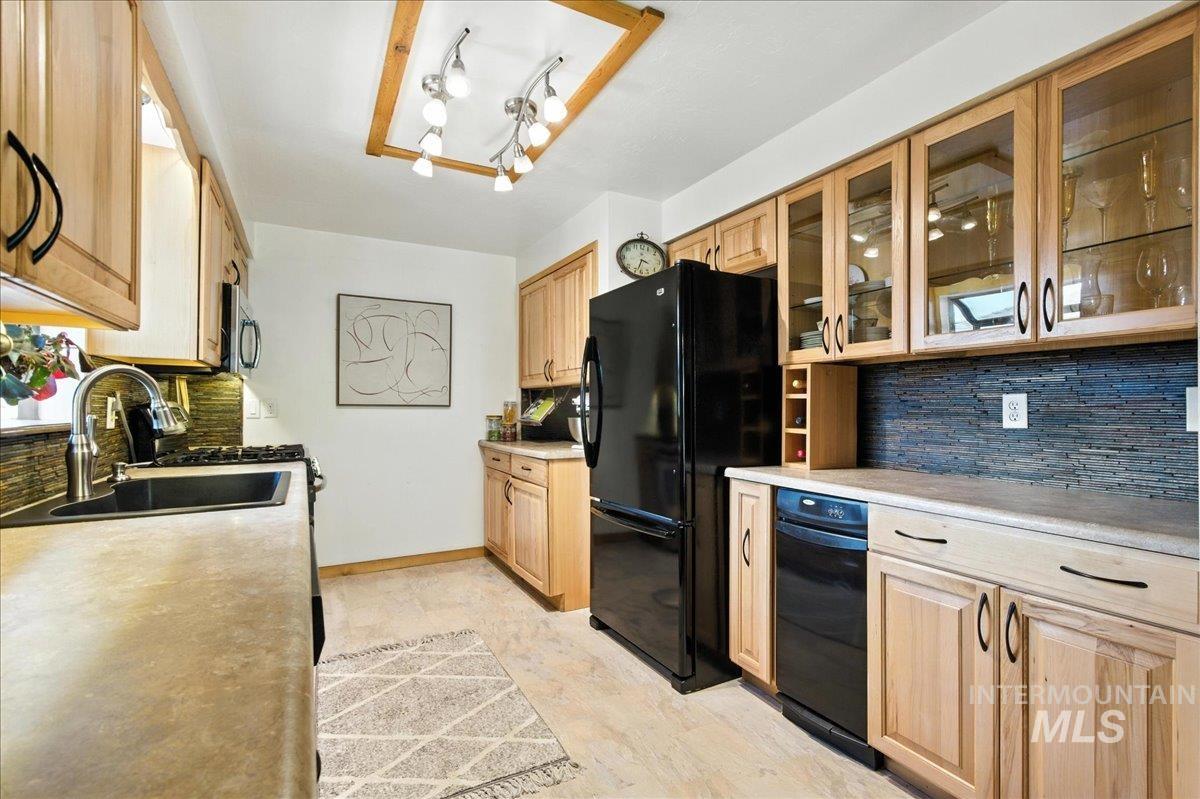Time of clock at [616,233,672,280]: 4:34
